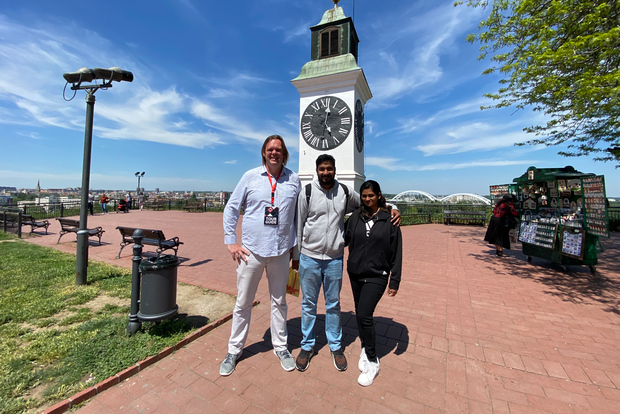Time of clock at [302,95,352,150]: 5:02
